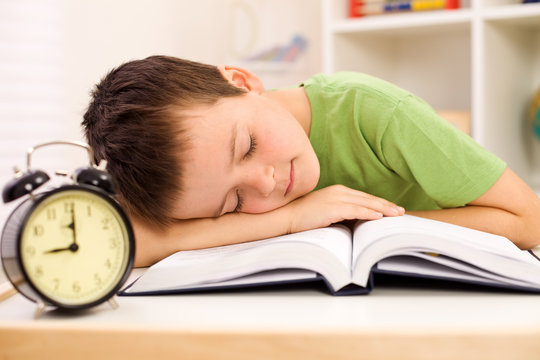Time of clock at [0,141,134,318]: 9:01
